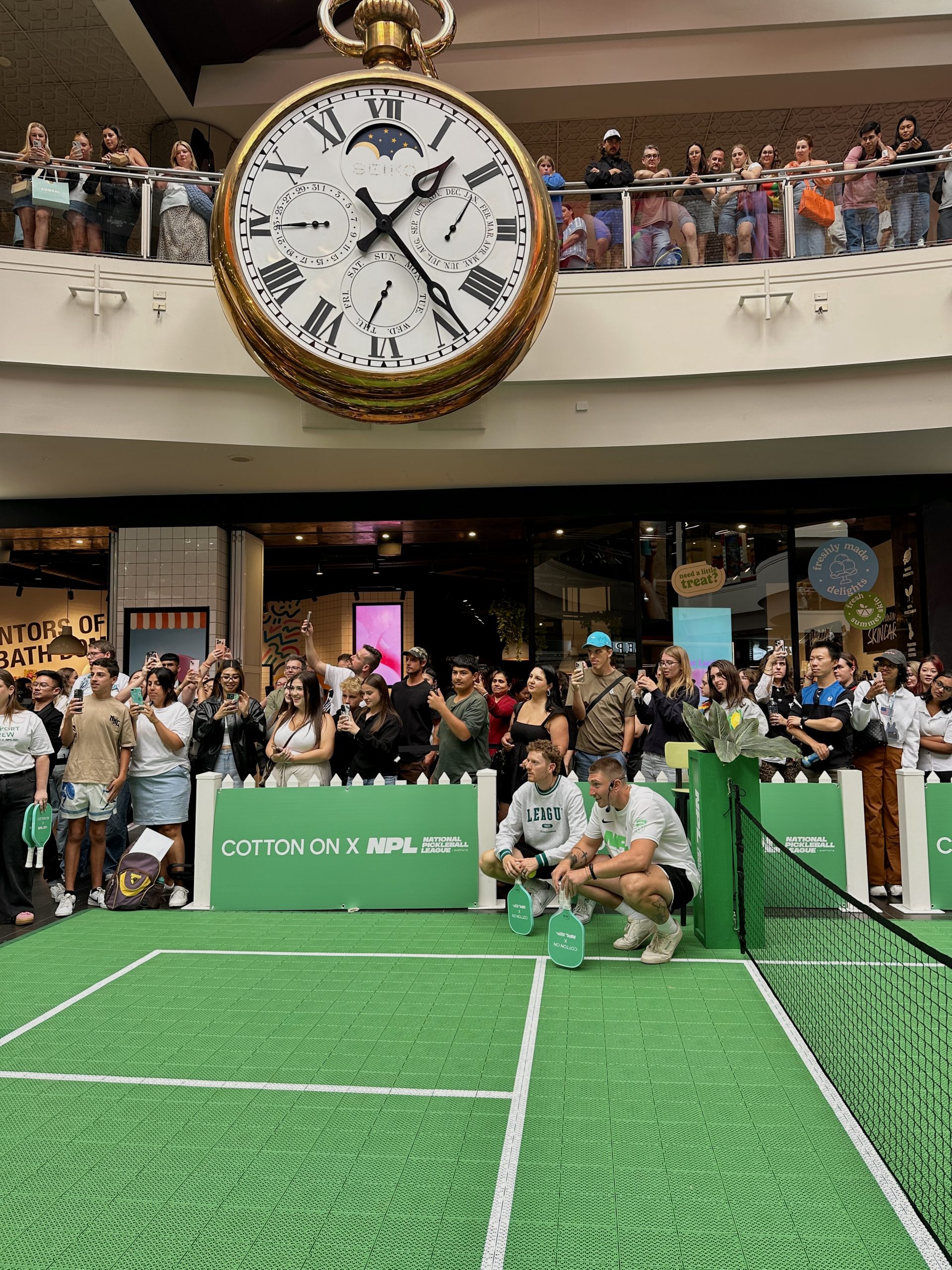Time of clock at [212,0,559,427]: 1:23
